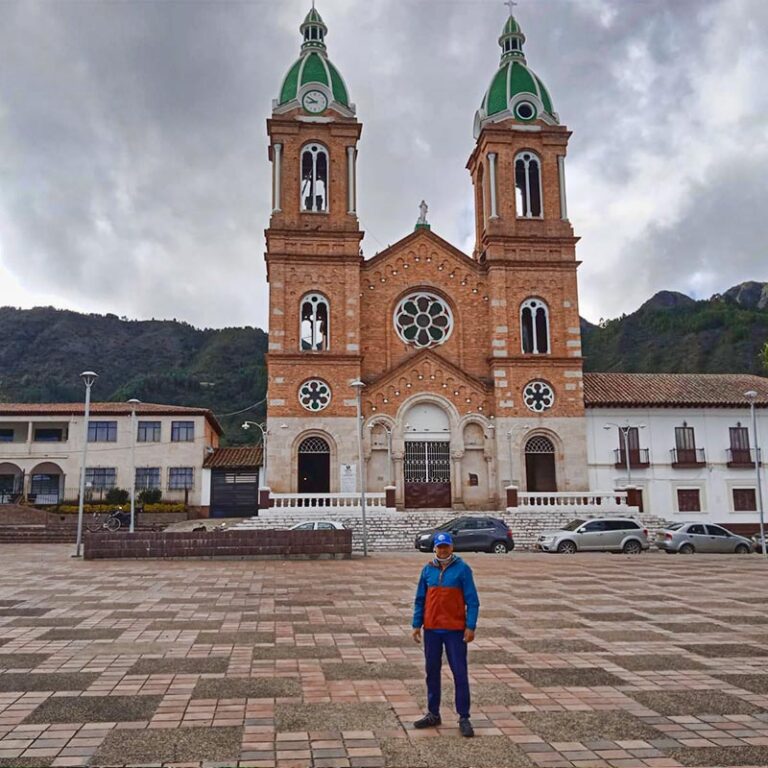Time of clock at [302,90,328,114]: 8:50
